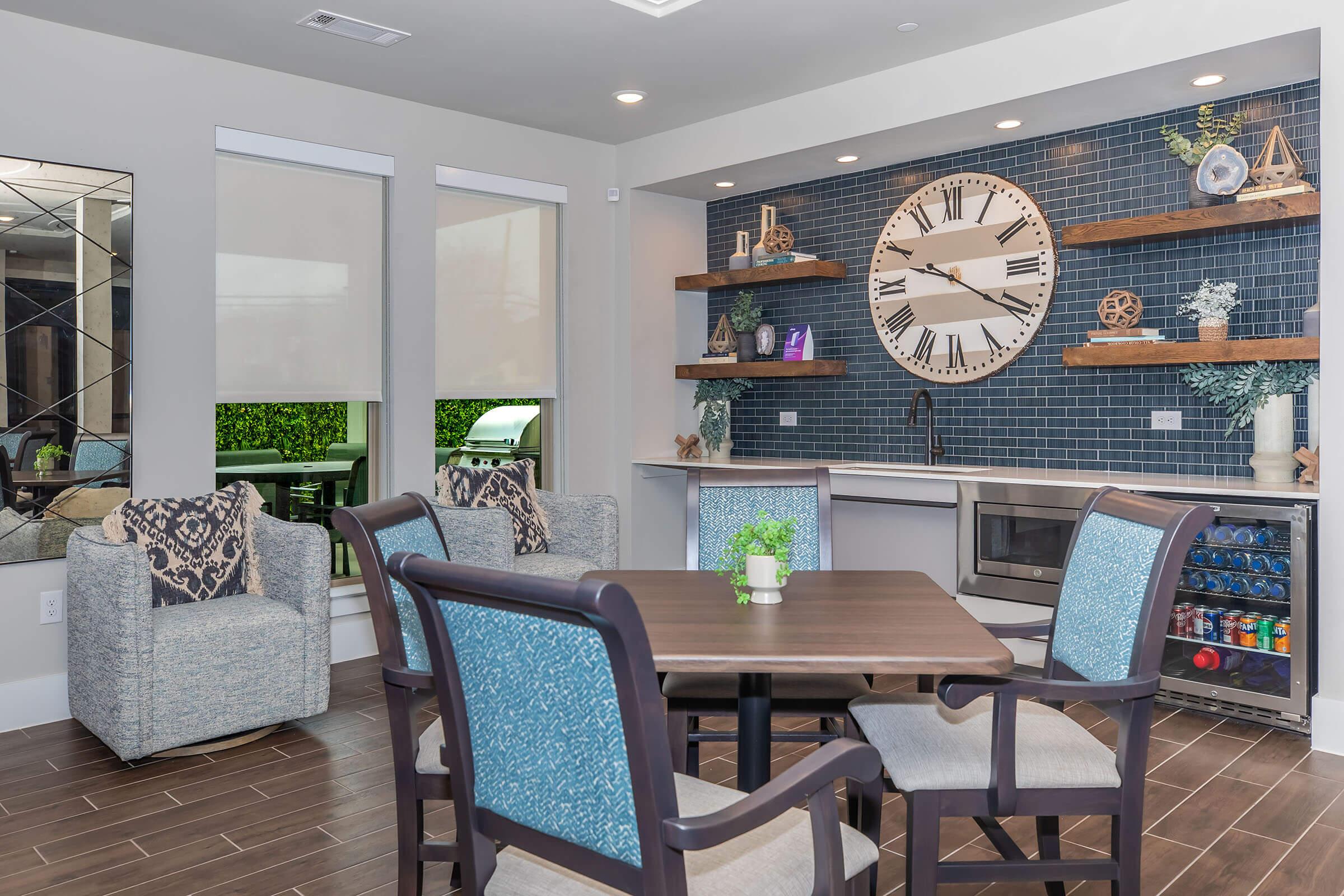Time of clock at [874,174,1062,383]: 9:20
